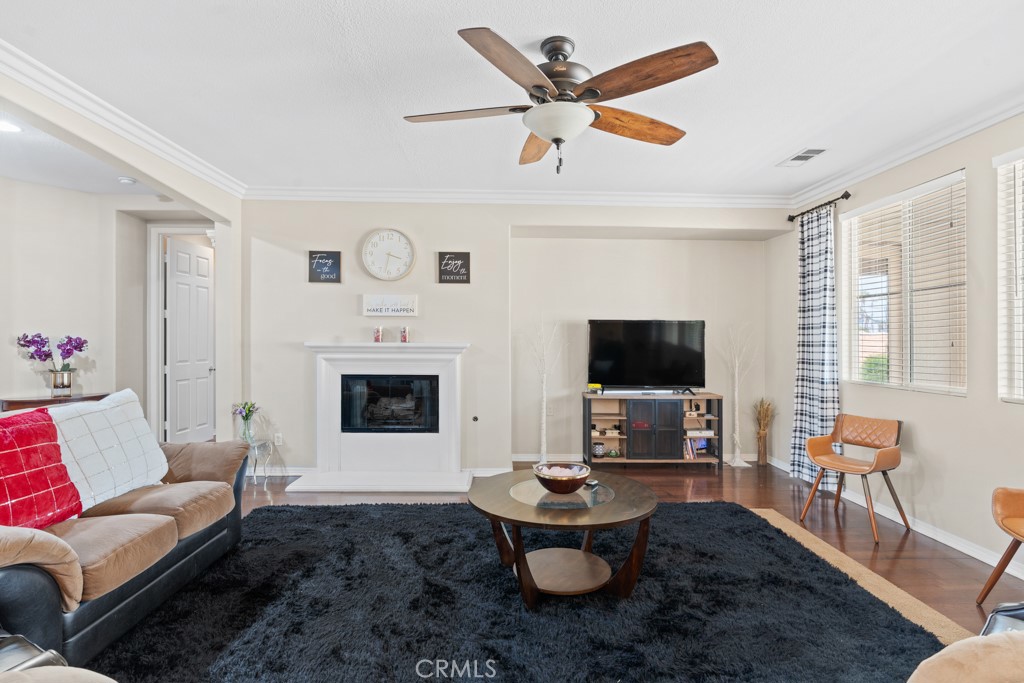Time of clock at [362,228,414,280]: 3:32
